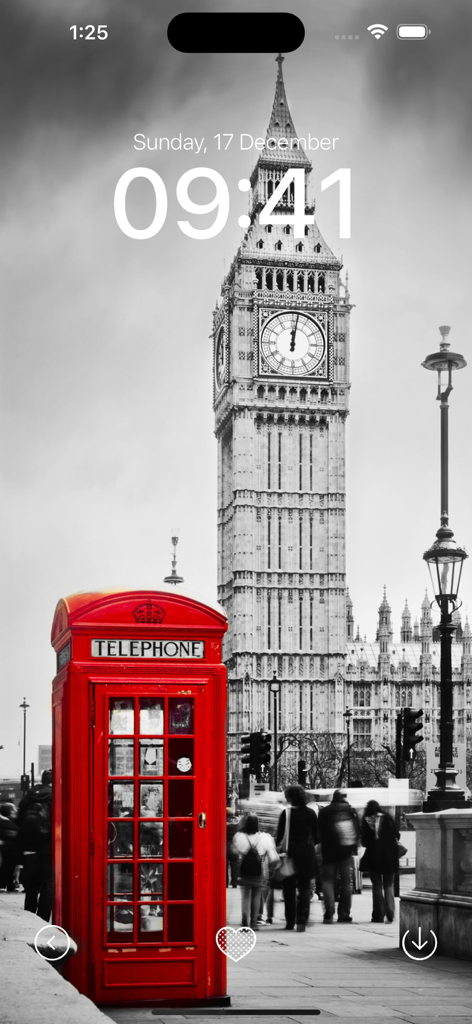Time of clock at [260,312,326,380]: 12:01
